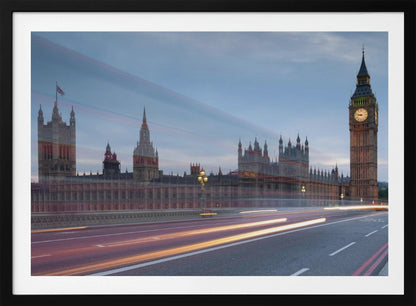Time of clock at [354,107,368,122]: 8:47
